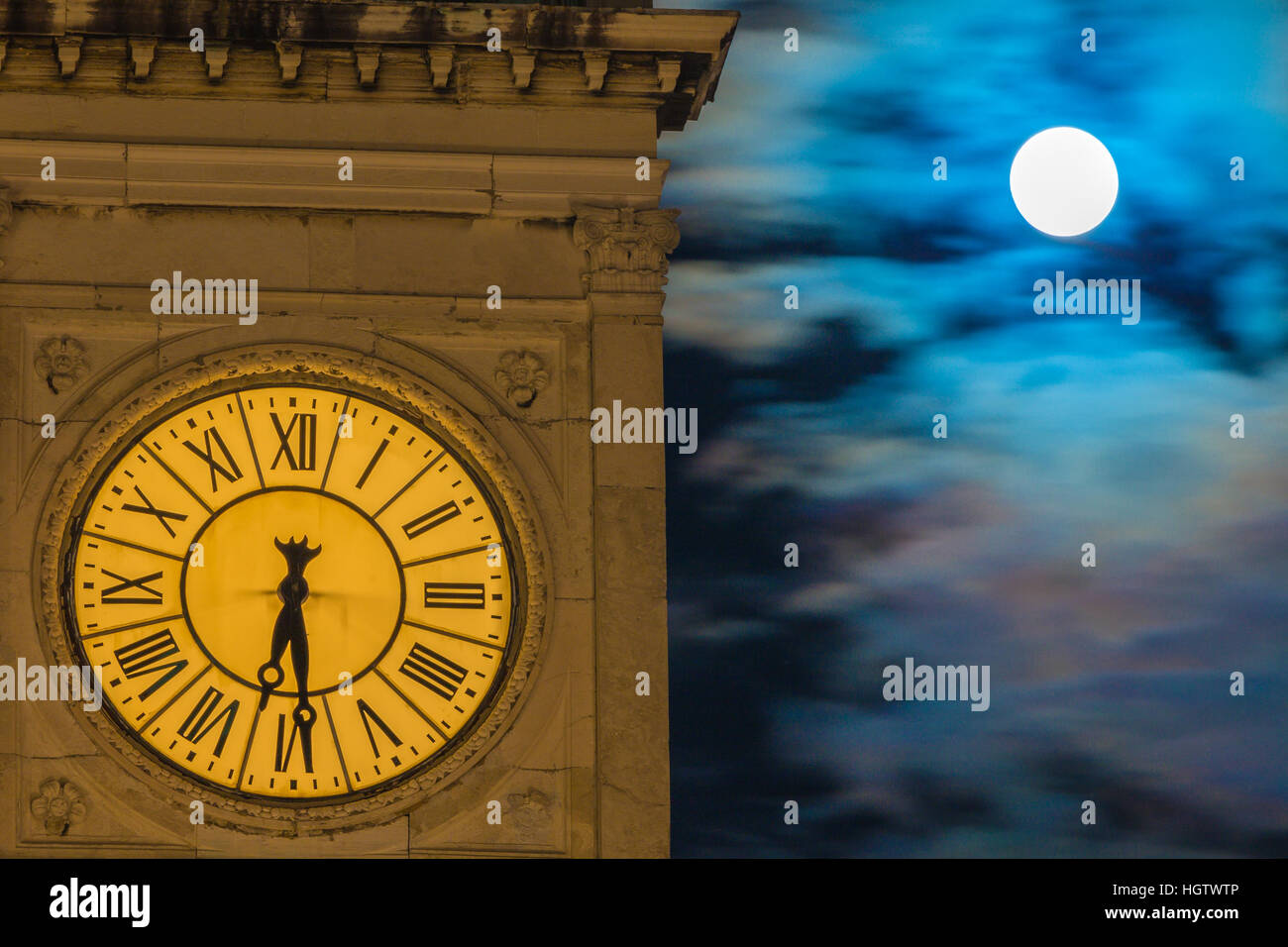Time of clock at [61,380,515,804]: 6:29
